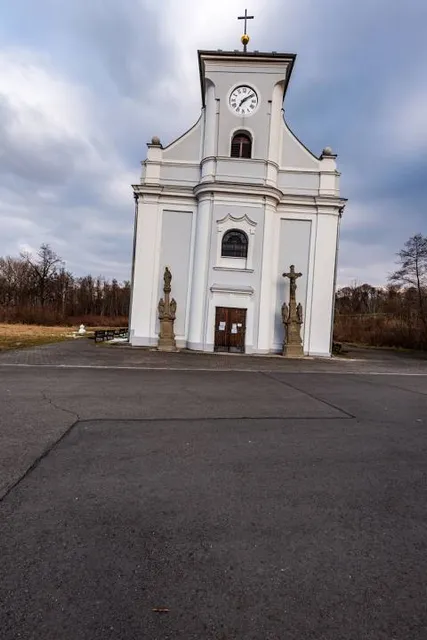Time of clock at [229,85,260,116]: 7:09
